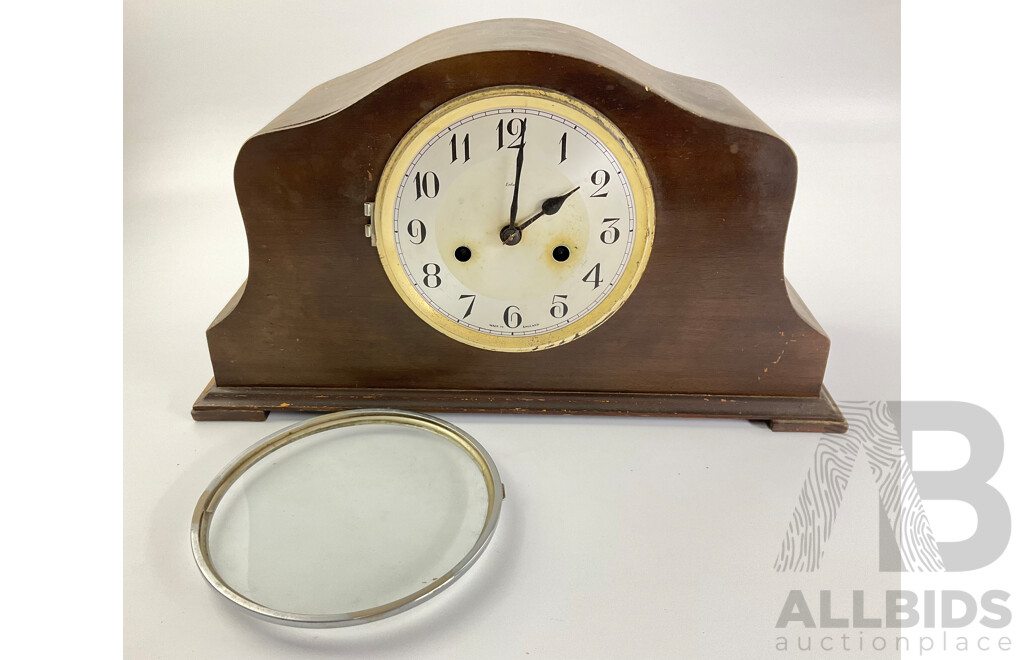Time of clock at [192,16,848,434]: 2:01
